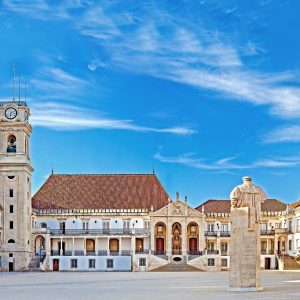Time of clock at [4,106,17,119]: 6:10
